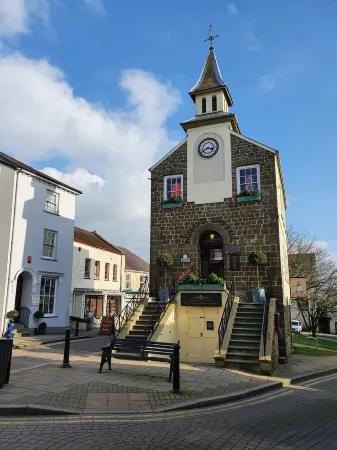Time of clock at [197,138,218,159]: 3:40
